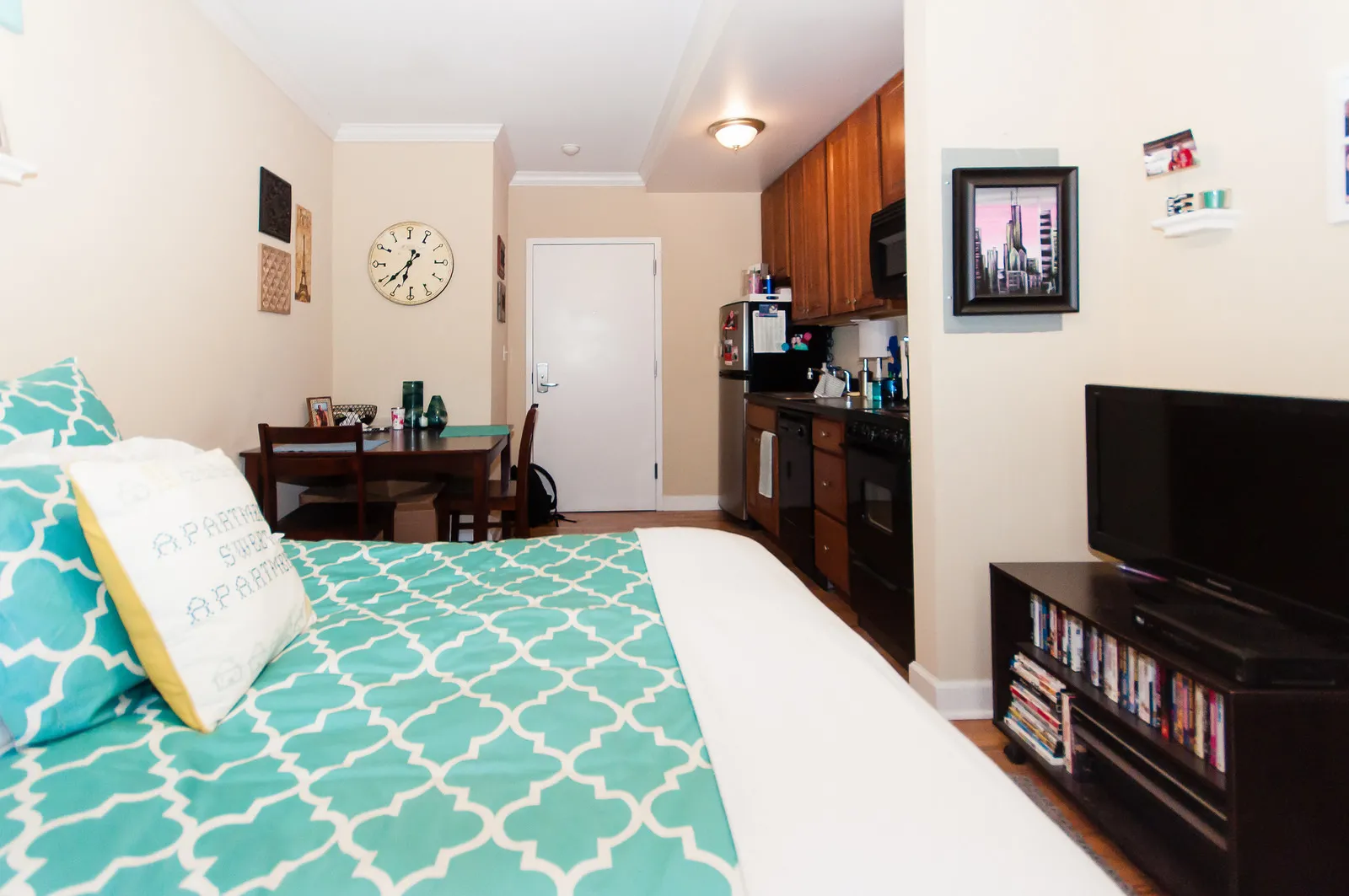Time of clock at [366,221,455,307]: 6:38
